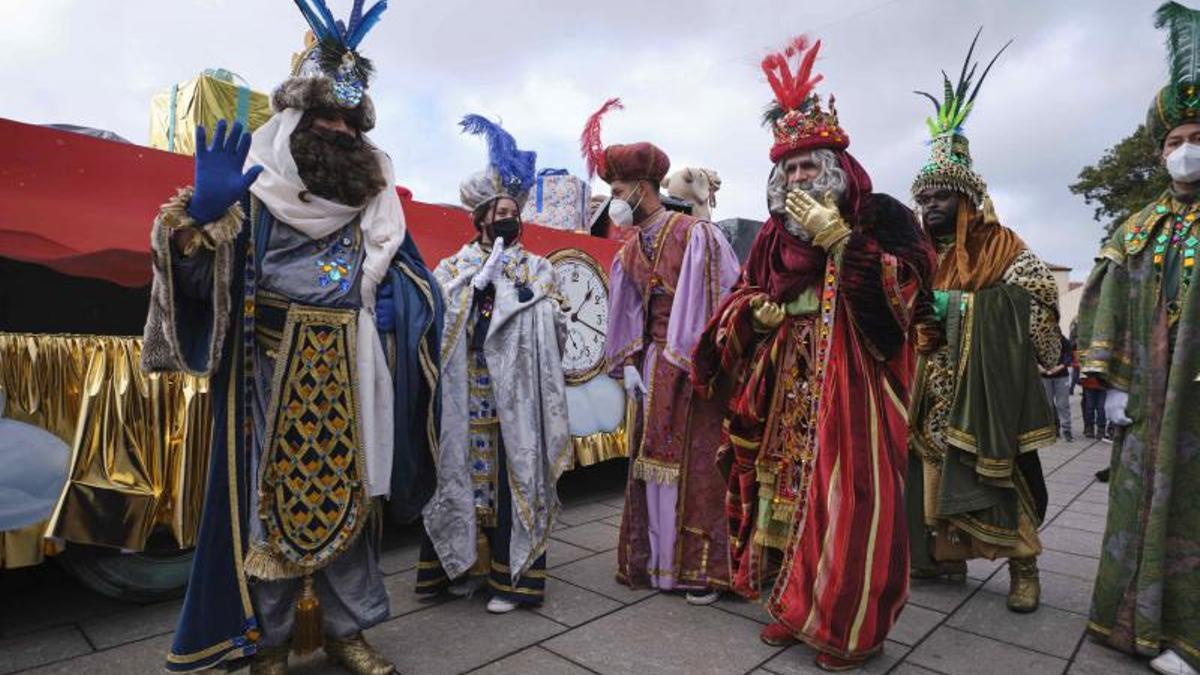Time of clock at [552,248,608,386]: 1:18
